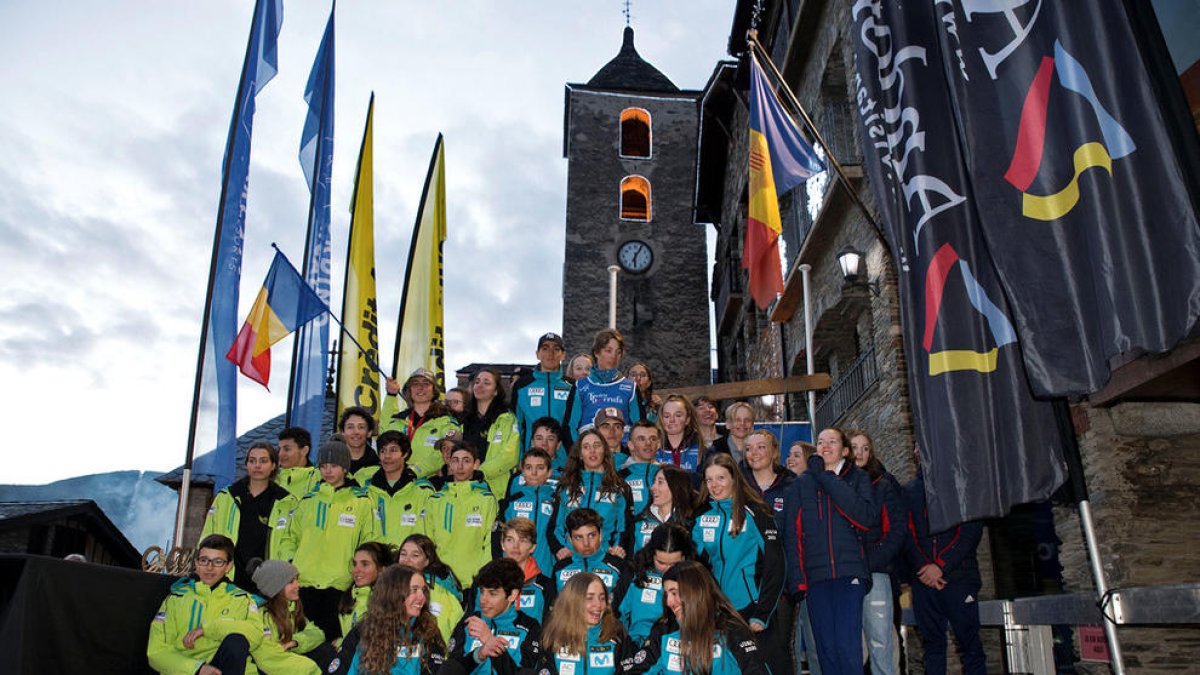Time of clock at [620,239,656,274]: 6:04
